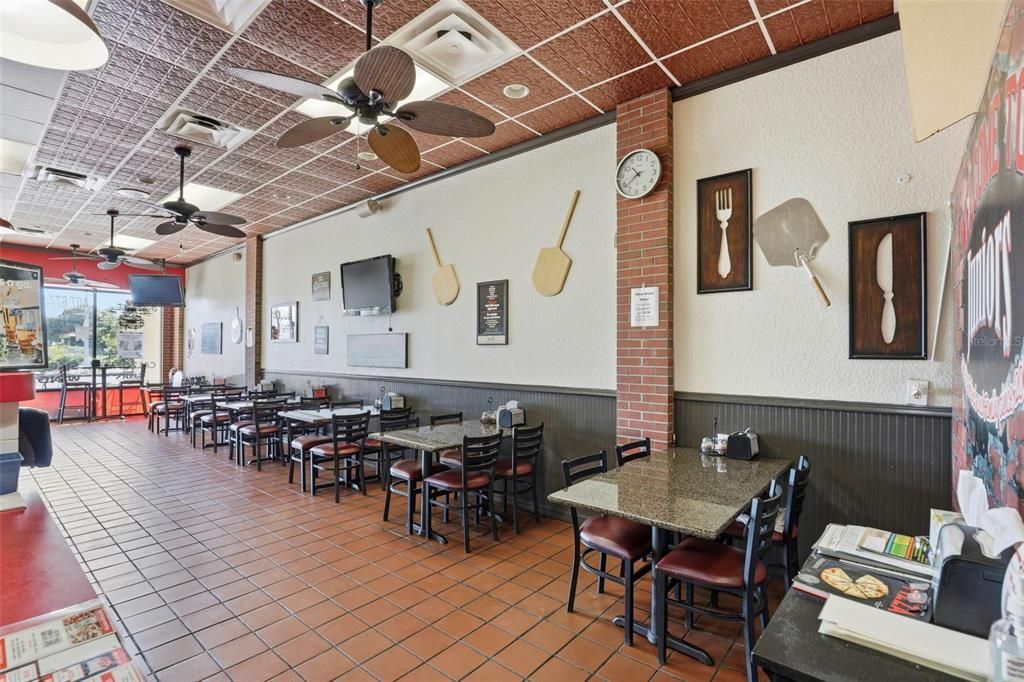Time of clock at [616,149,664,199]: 10:38
